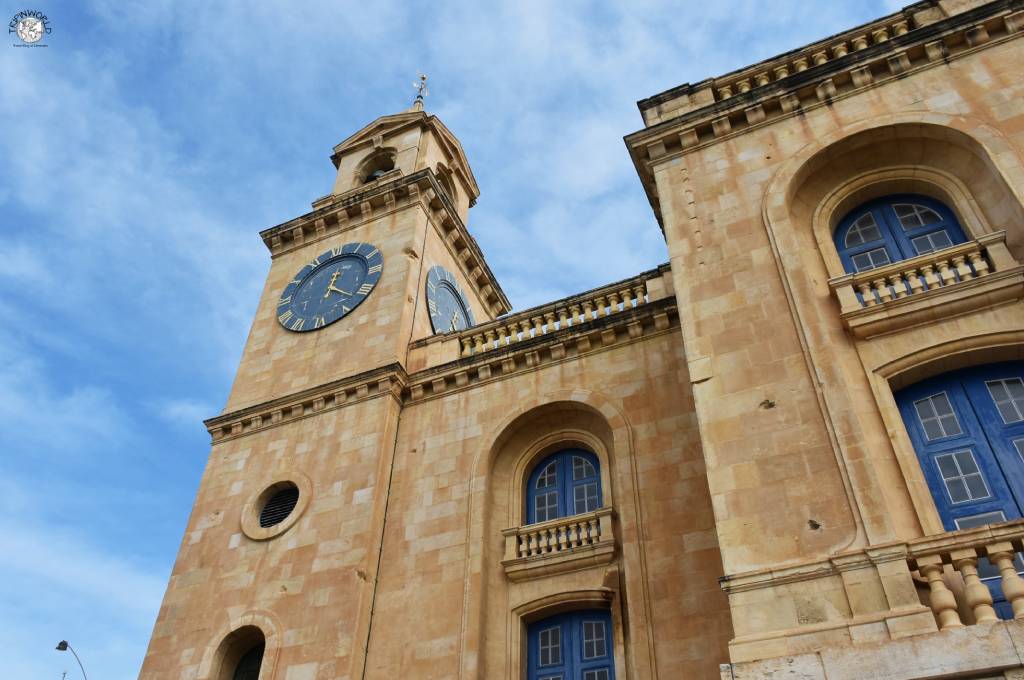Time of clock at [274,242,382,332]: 12:21
